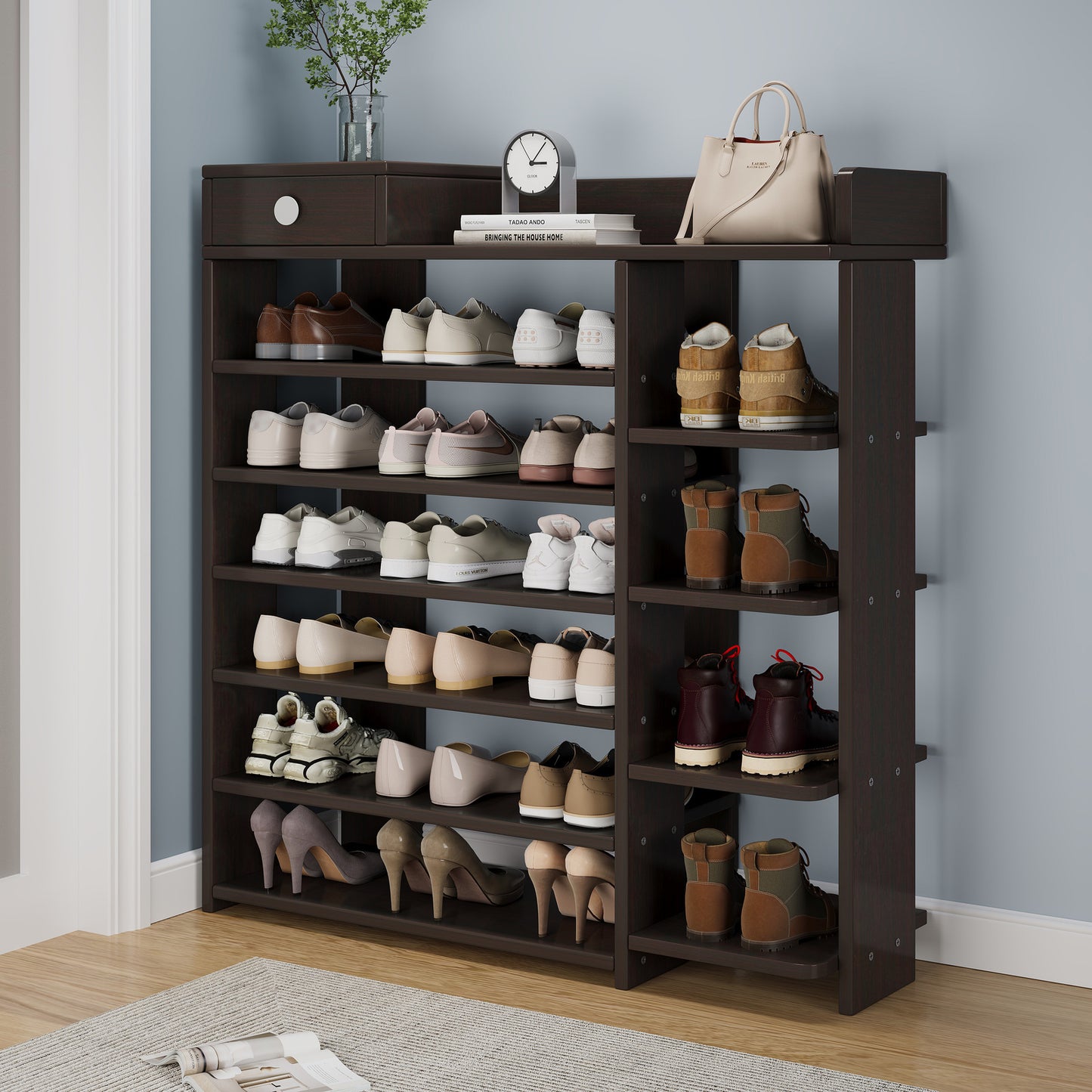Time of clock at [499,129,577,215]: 3:05
